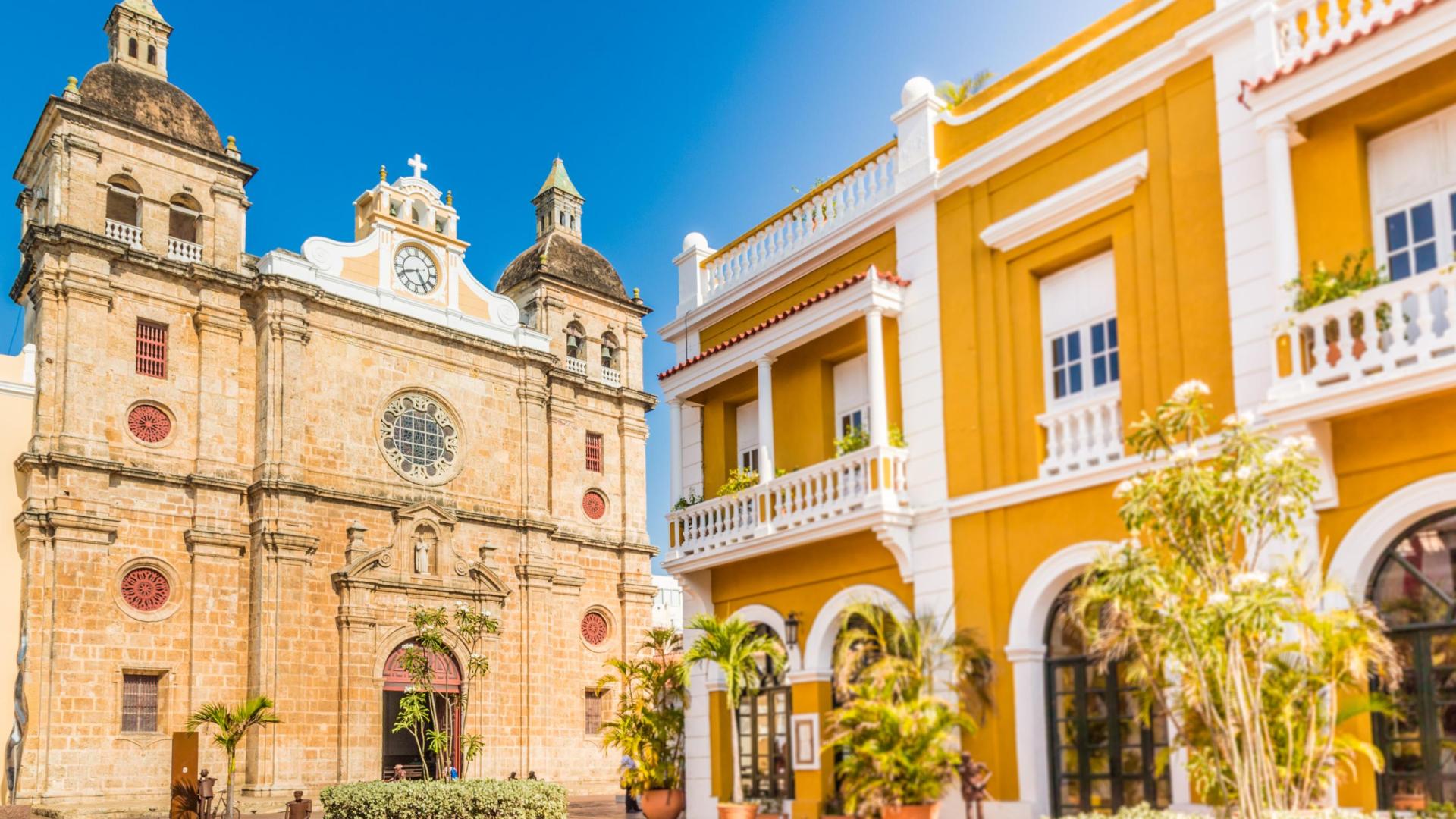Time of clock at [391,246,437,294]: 8:24
